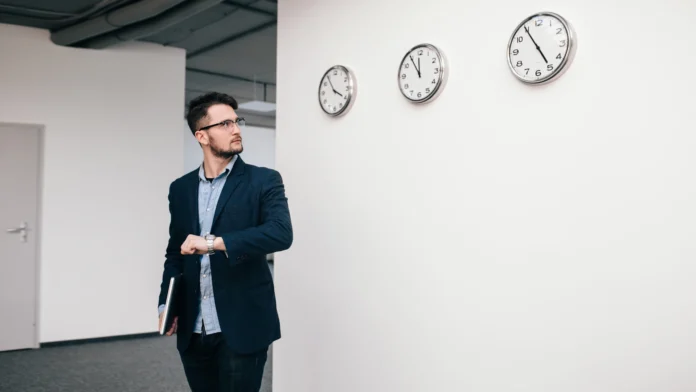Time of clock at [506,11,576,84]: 4:54
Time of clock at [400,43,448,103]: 11:54
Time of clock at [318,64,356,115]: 3:54
